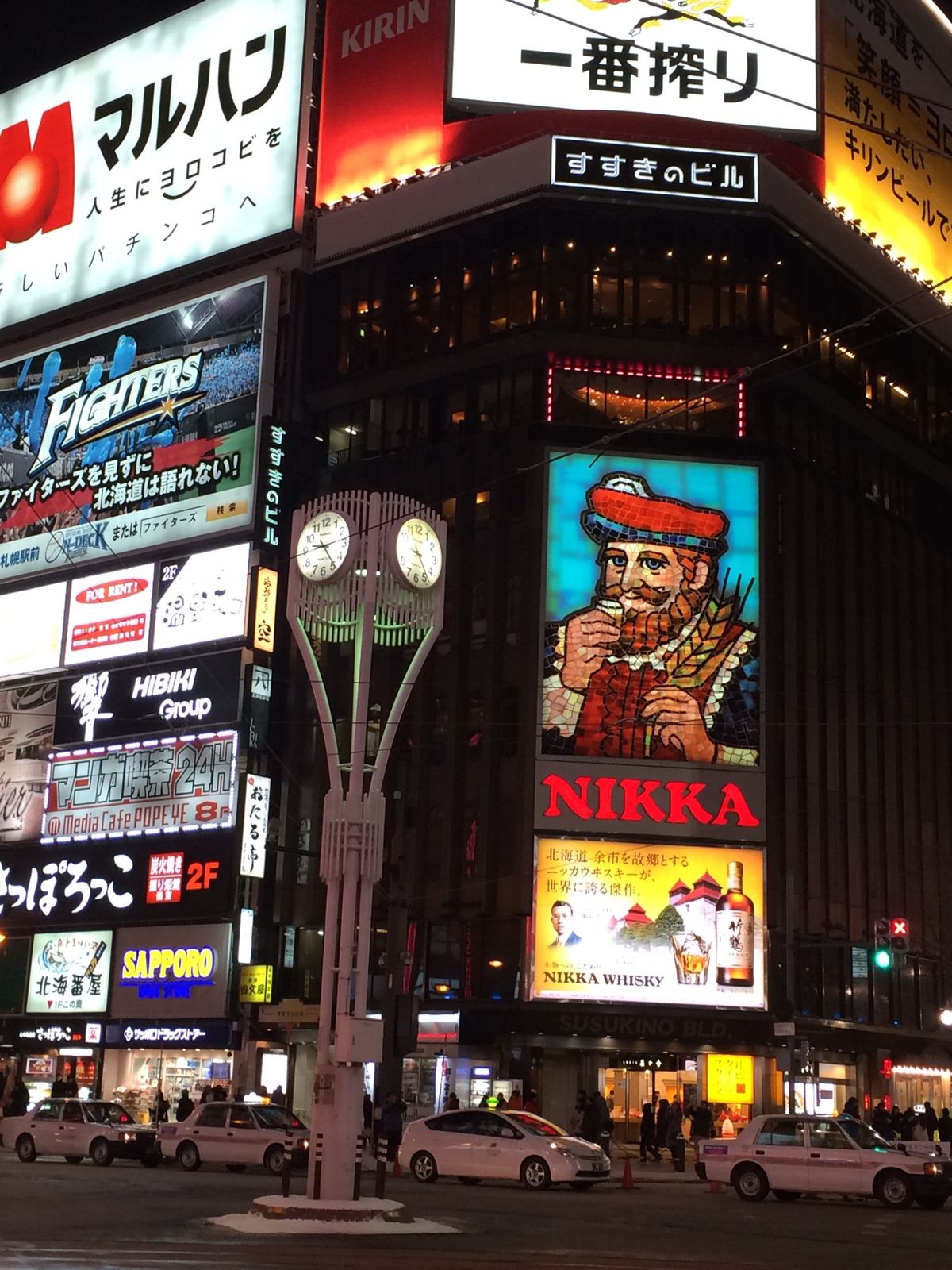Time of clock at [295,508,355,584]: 9:23
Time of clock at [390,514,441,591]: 9:23
